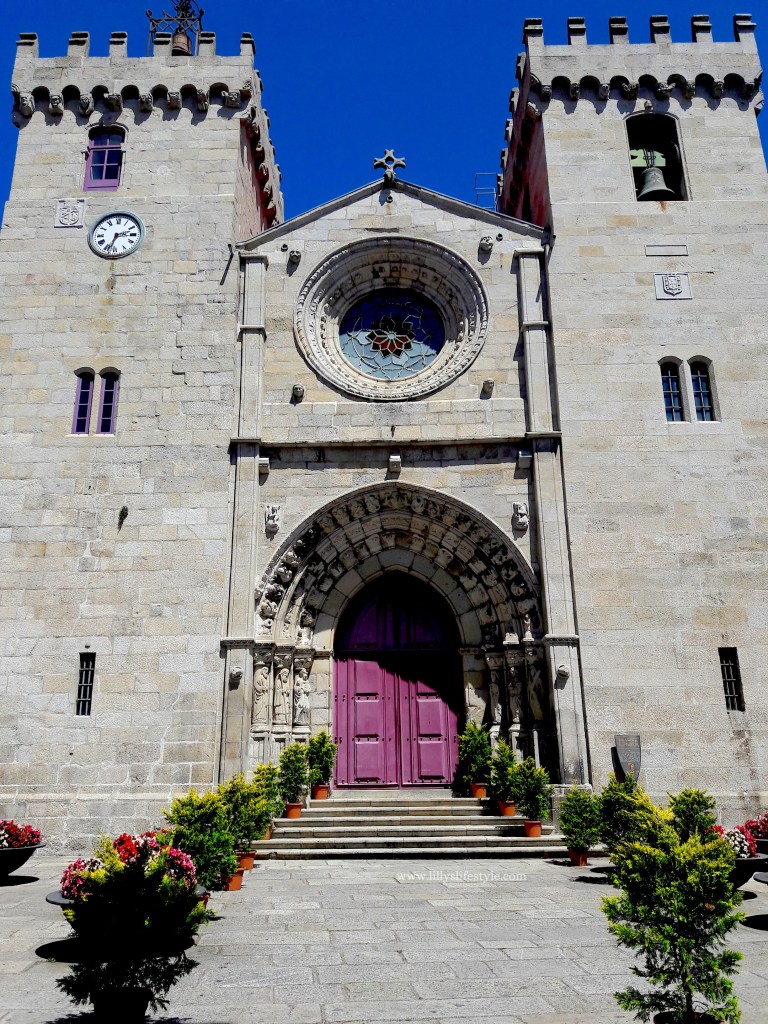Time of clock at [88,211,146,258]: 2:33
